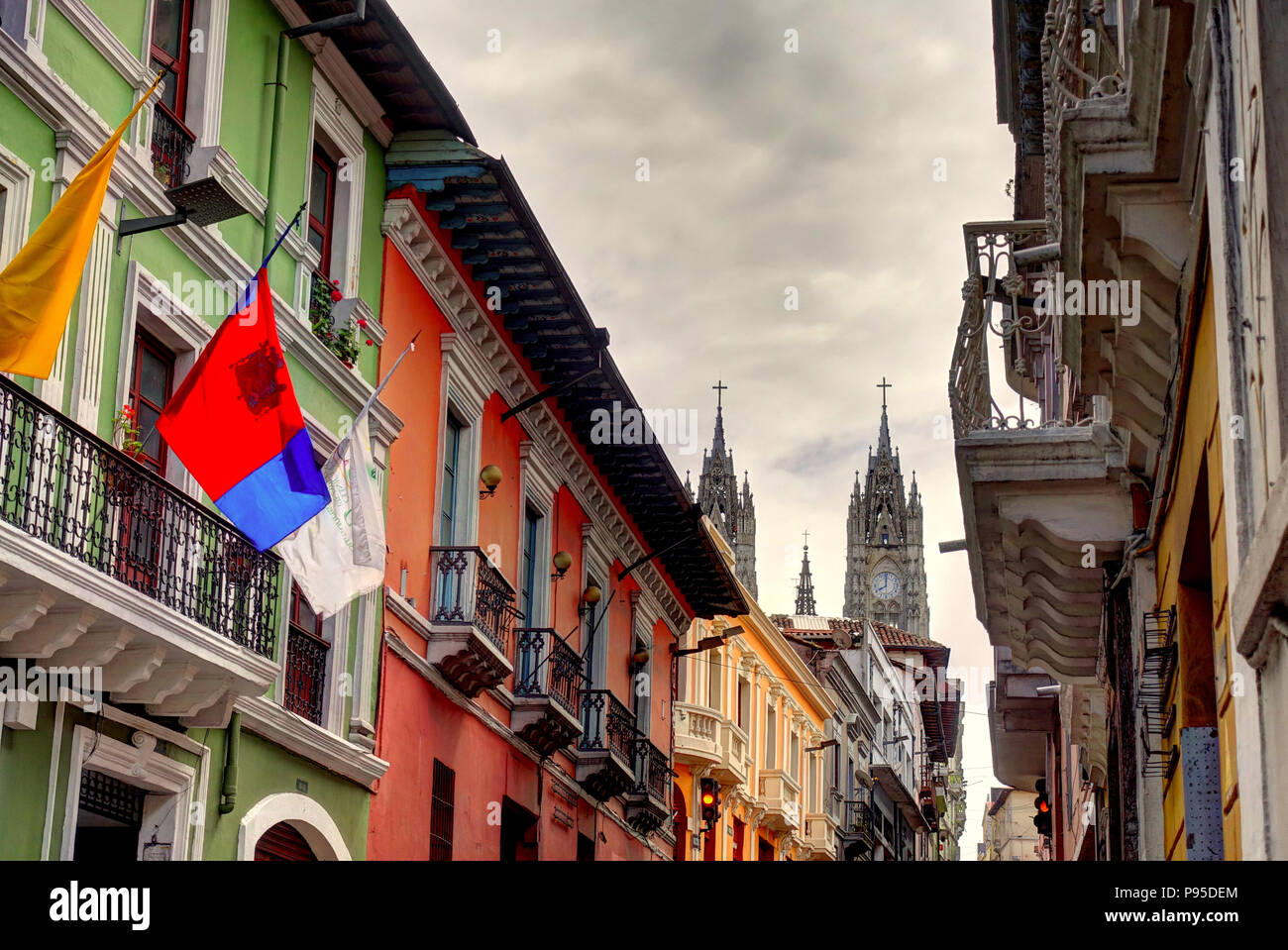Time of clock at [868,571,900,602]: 7:59
